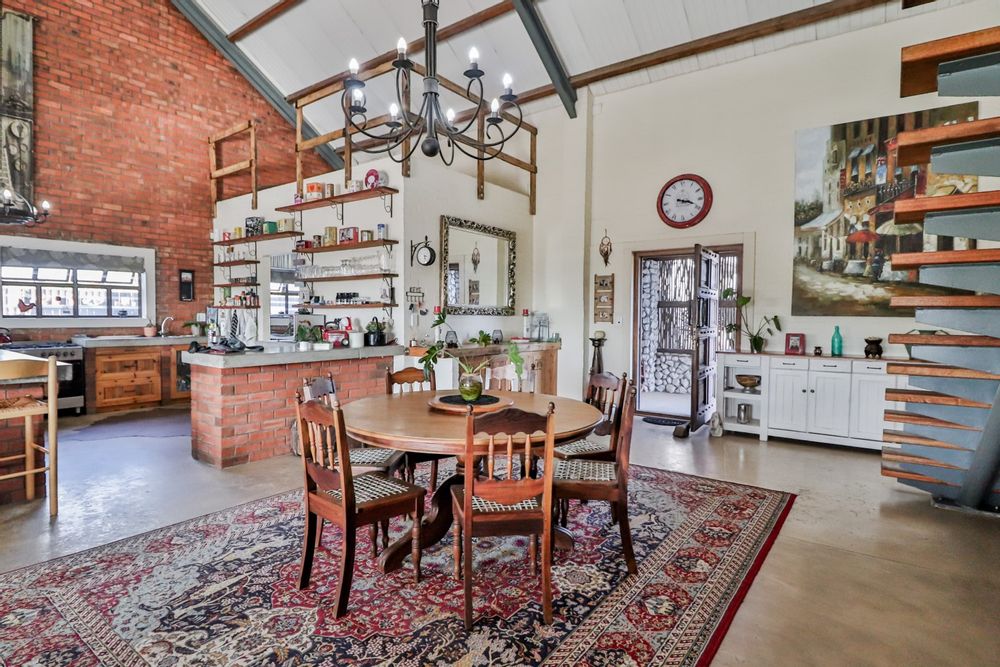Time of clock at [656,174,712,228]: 3:18
